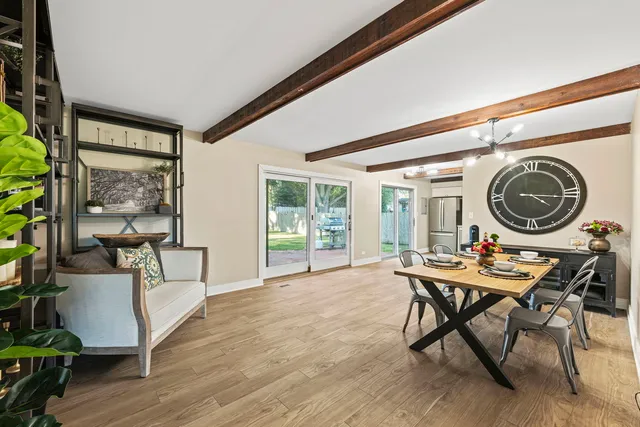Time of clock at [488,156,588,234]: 4:16
